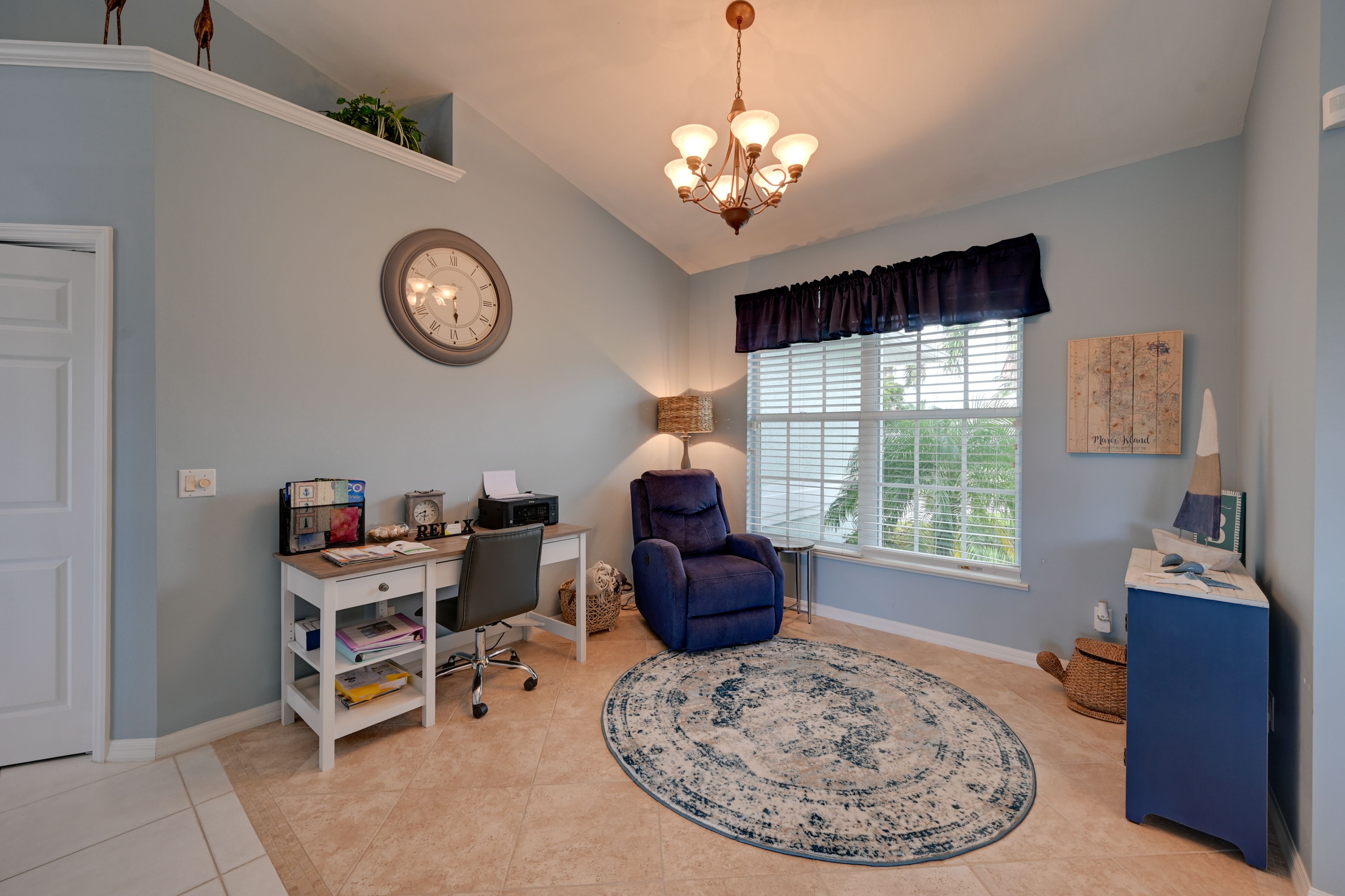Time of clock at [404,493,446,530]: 8:30
